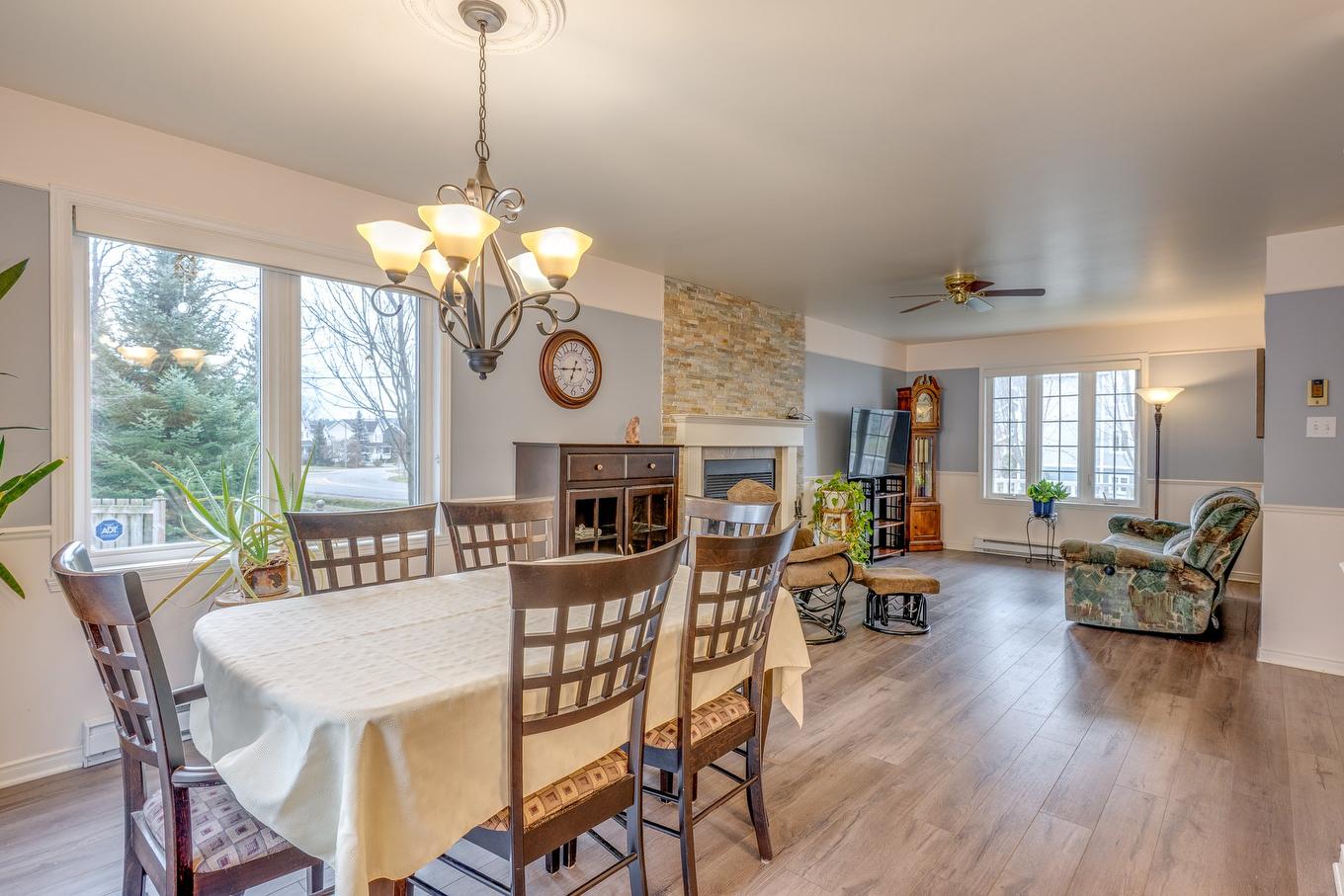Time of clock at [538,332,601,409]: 6:44
